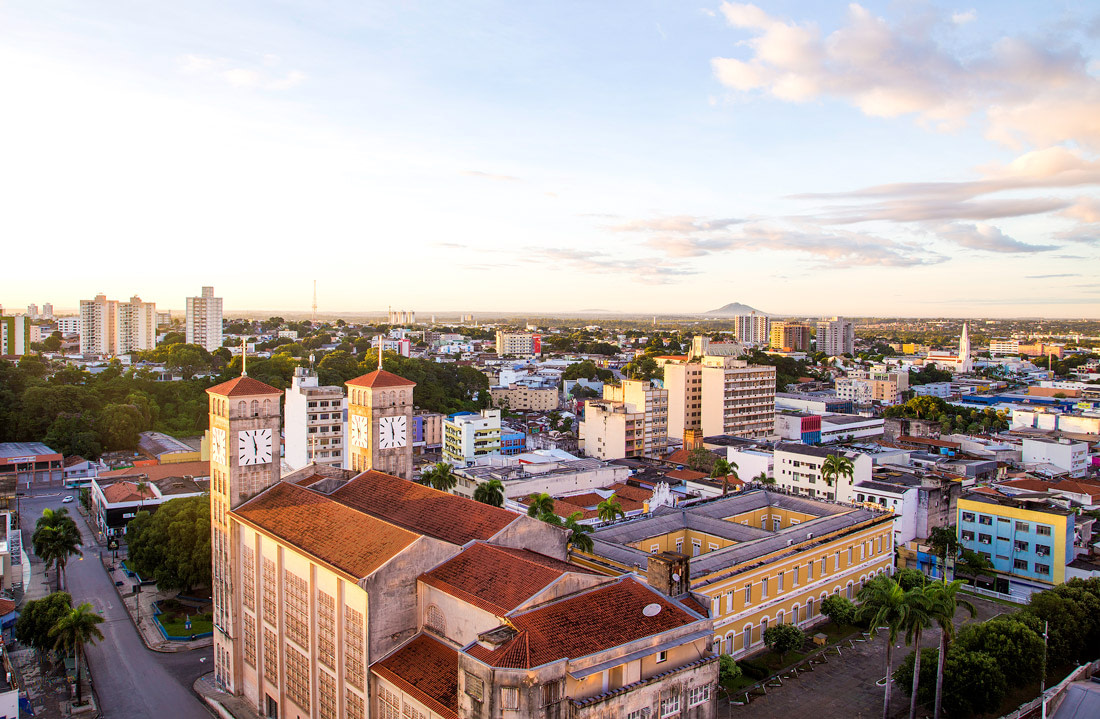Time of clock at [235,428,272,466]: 5:57
